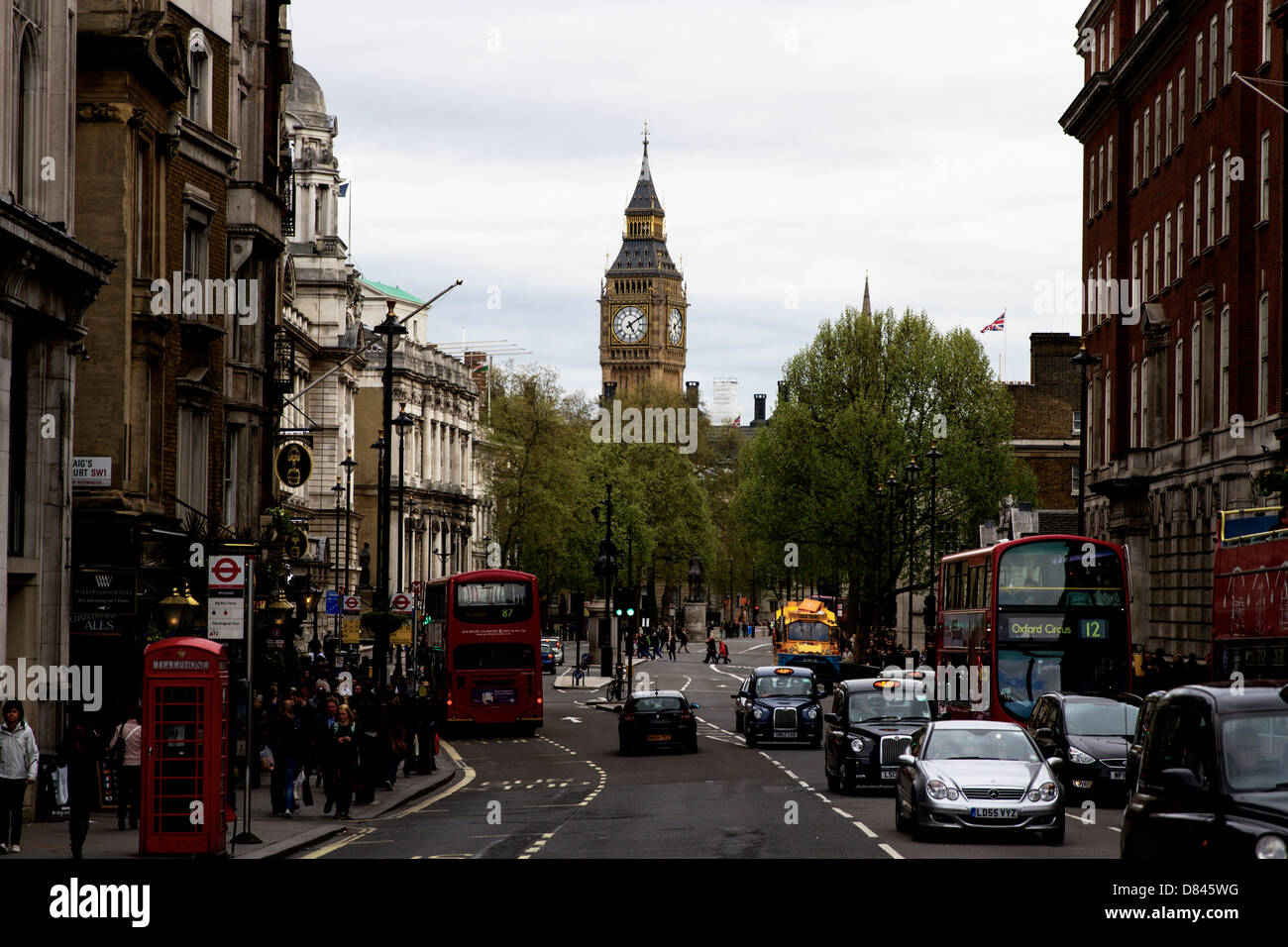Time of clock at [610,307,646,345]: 5:09
